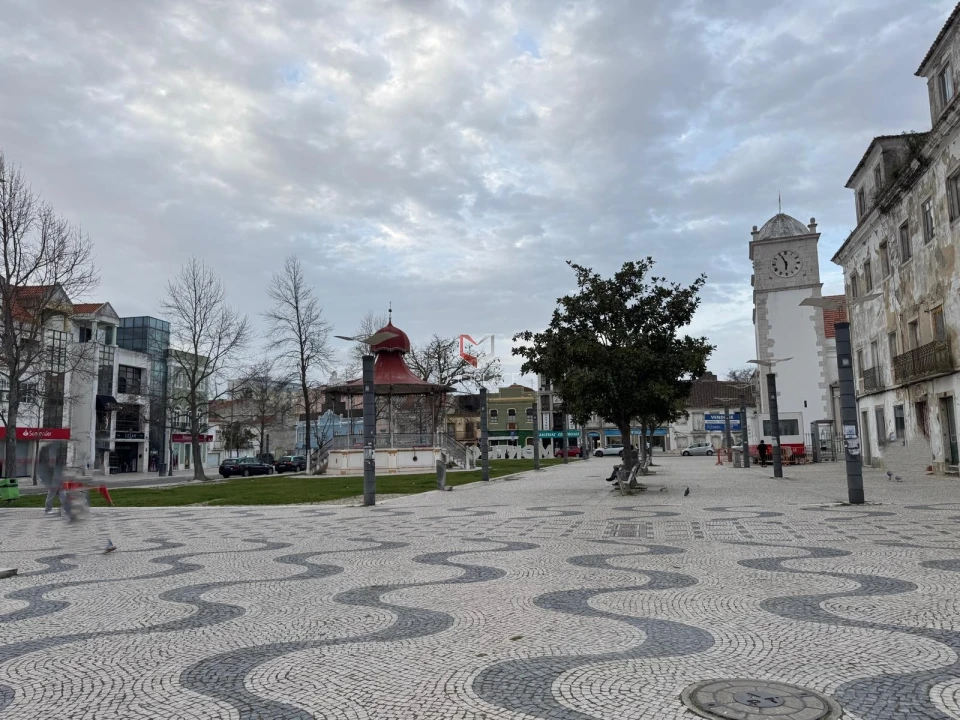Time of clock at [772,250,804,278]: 5:55
